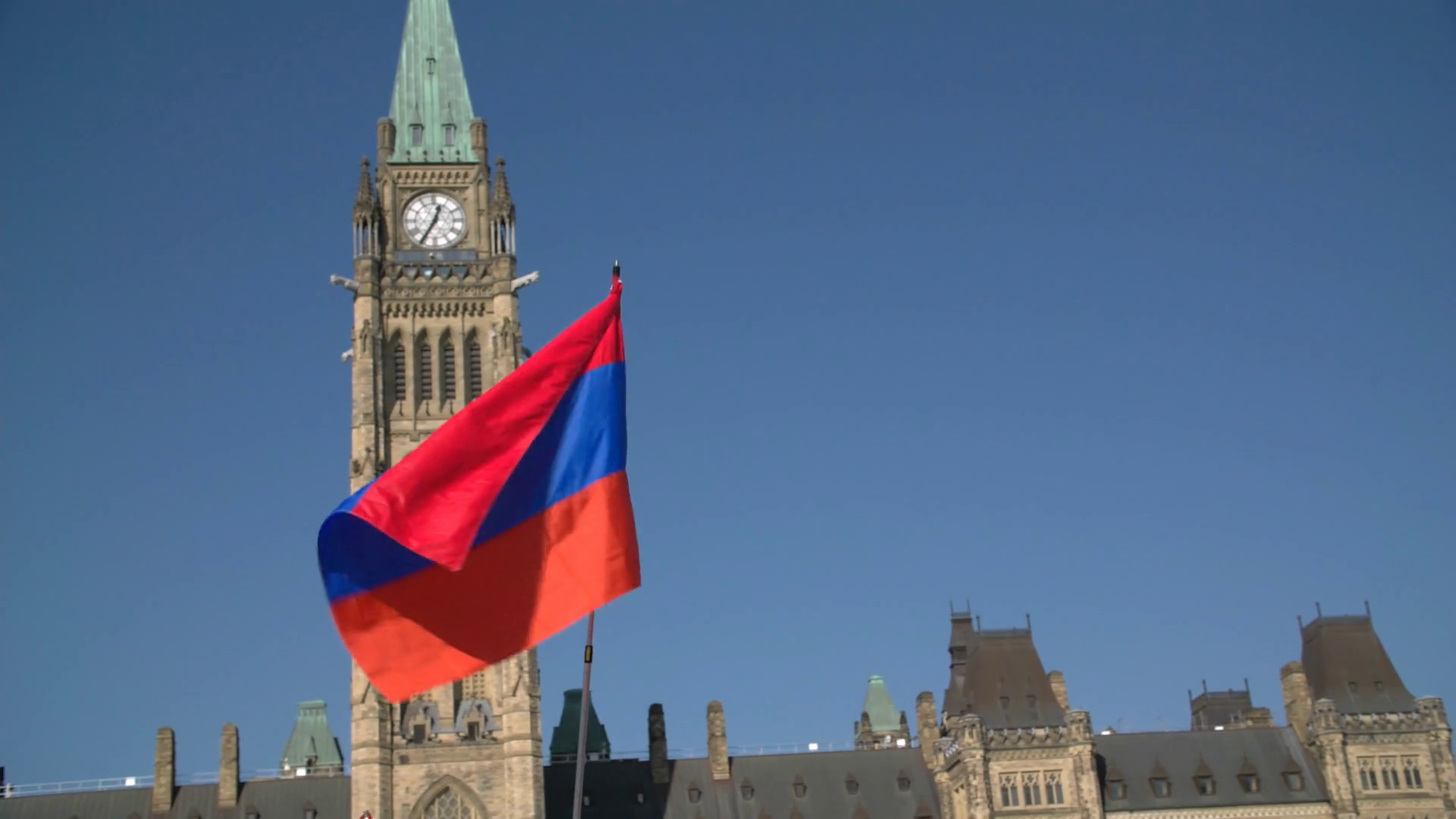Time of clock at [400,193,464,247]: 12:35
